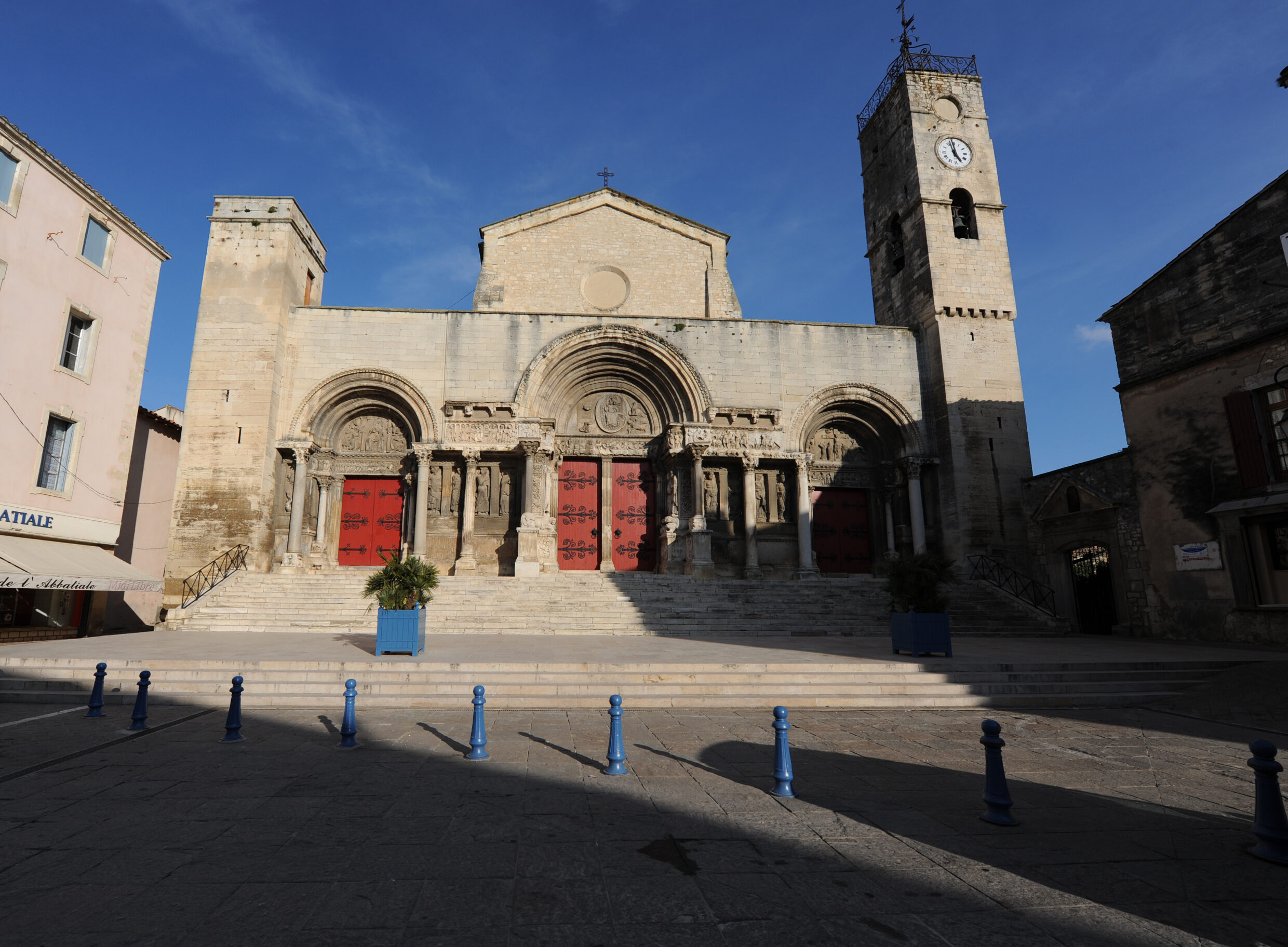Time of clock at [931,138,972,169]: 4:57
